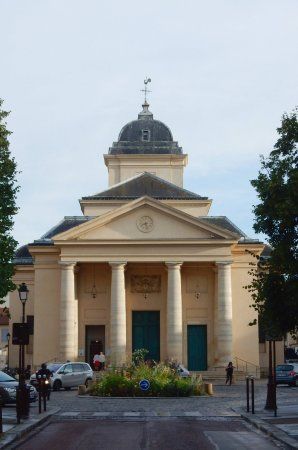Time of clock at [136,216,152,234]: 8:27
